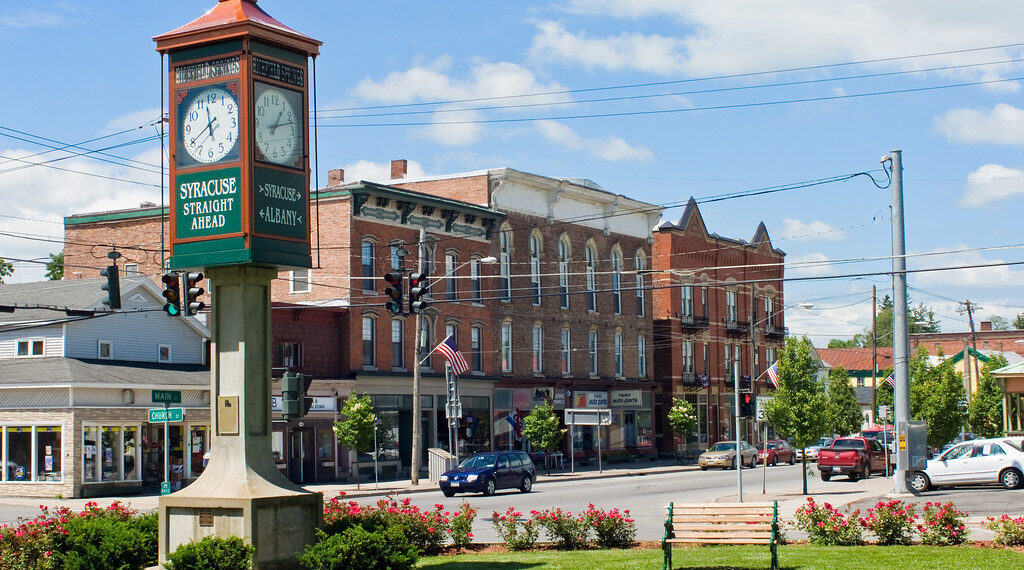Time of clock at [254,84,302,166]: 1:12
